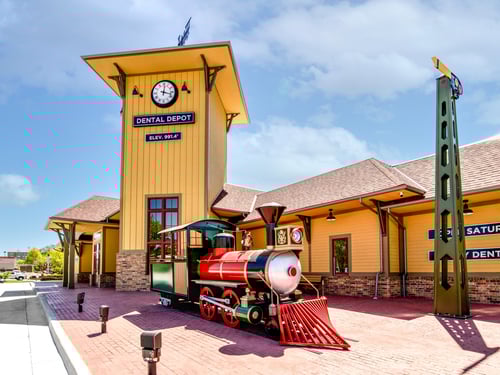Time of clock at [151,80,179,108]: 12:17
